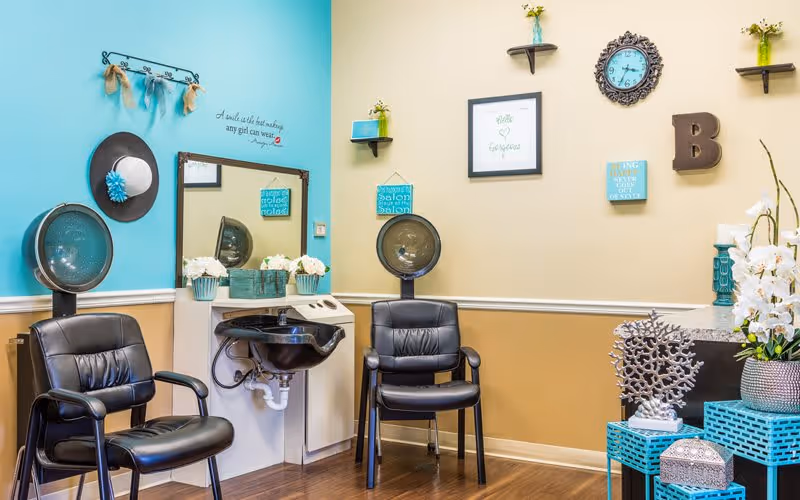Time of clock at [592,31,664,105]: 3:34
